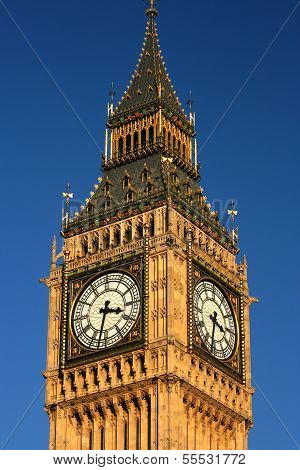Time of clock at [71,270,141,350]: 3:32
